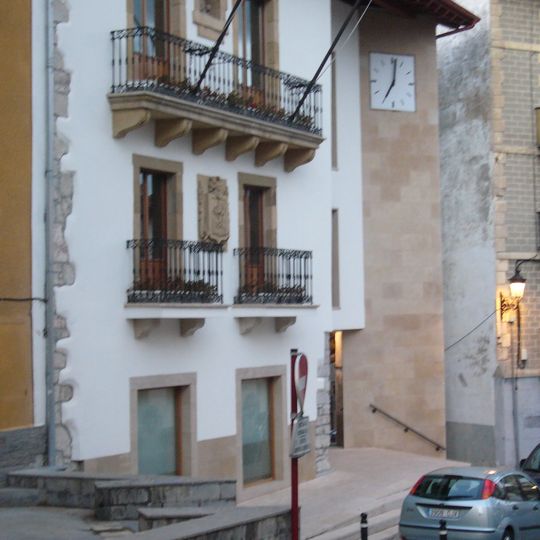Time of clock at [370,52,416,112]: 7:01
